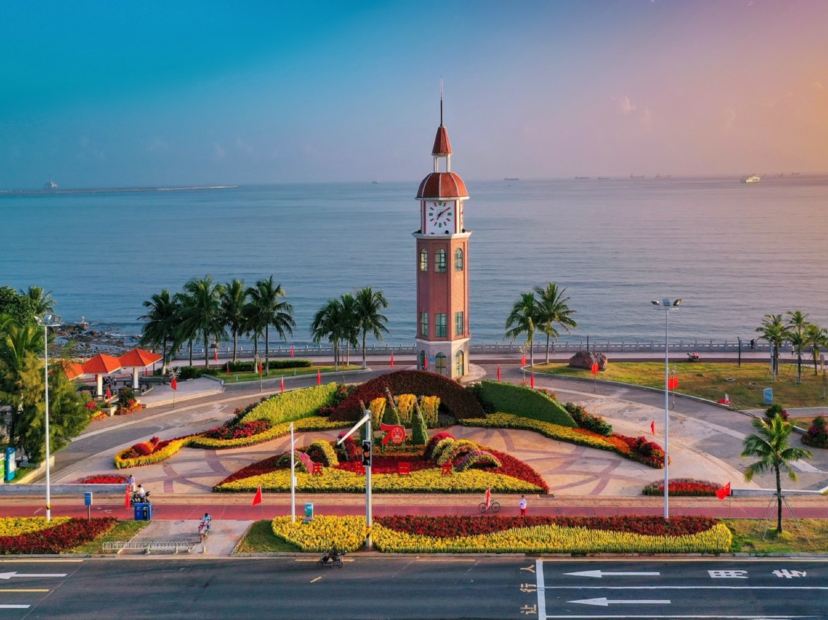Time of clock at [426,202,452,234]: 7:09
